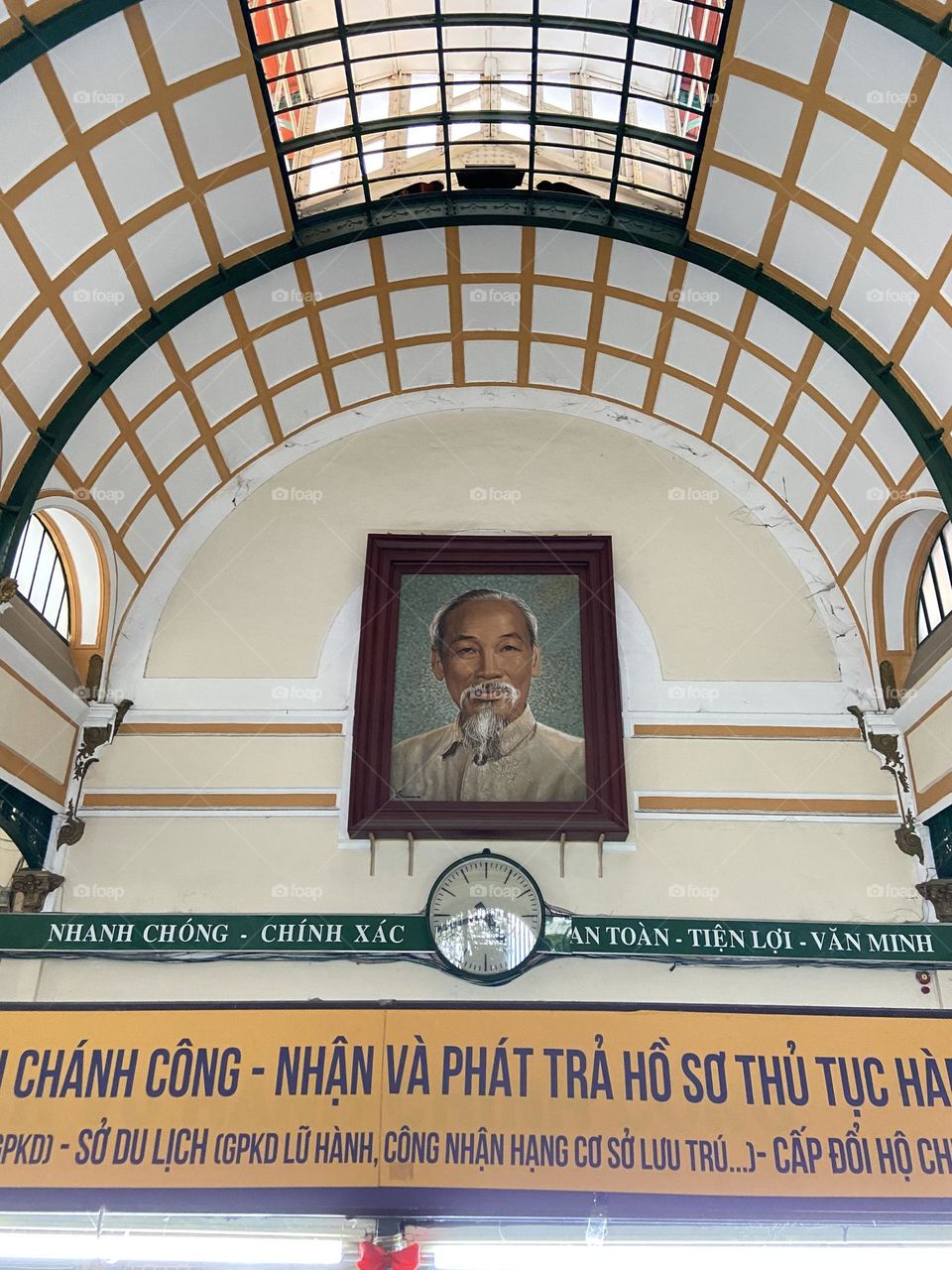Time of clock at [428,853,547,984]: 4:42
